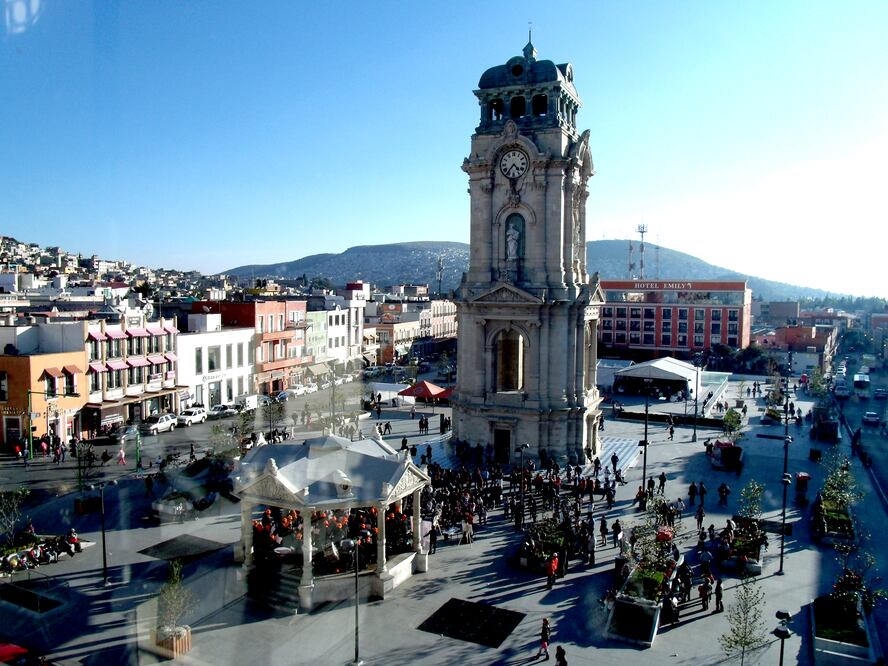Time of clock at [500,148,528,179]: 4:36
